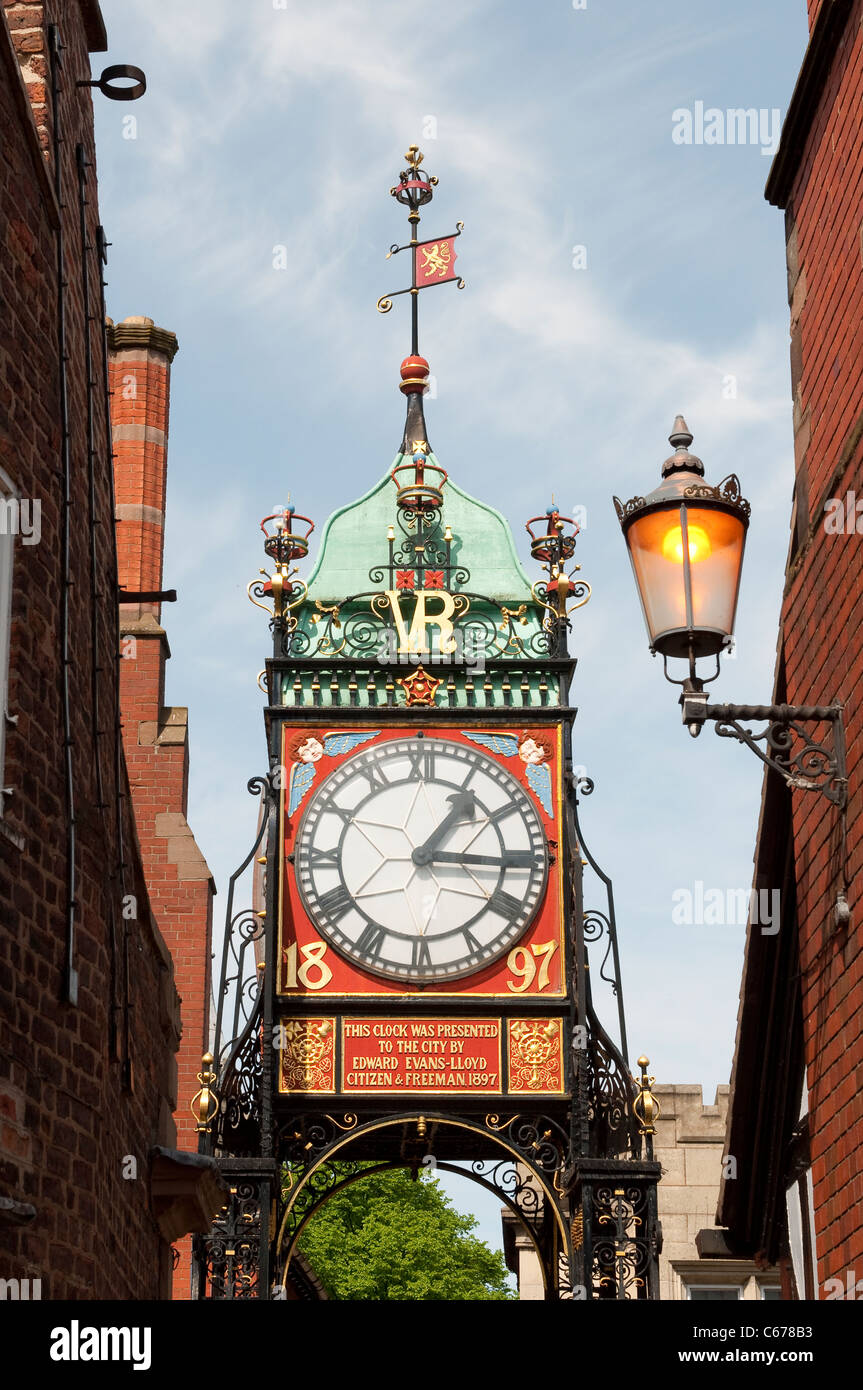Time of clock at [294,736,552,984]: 1:15
